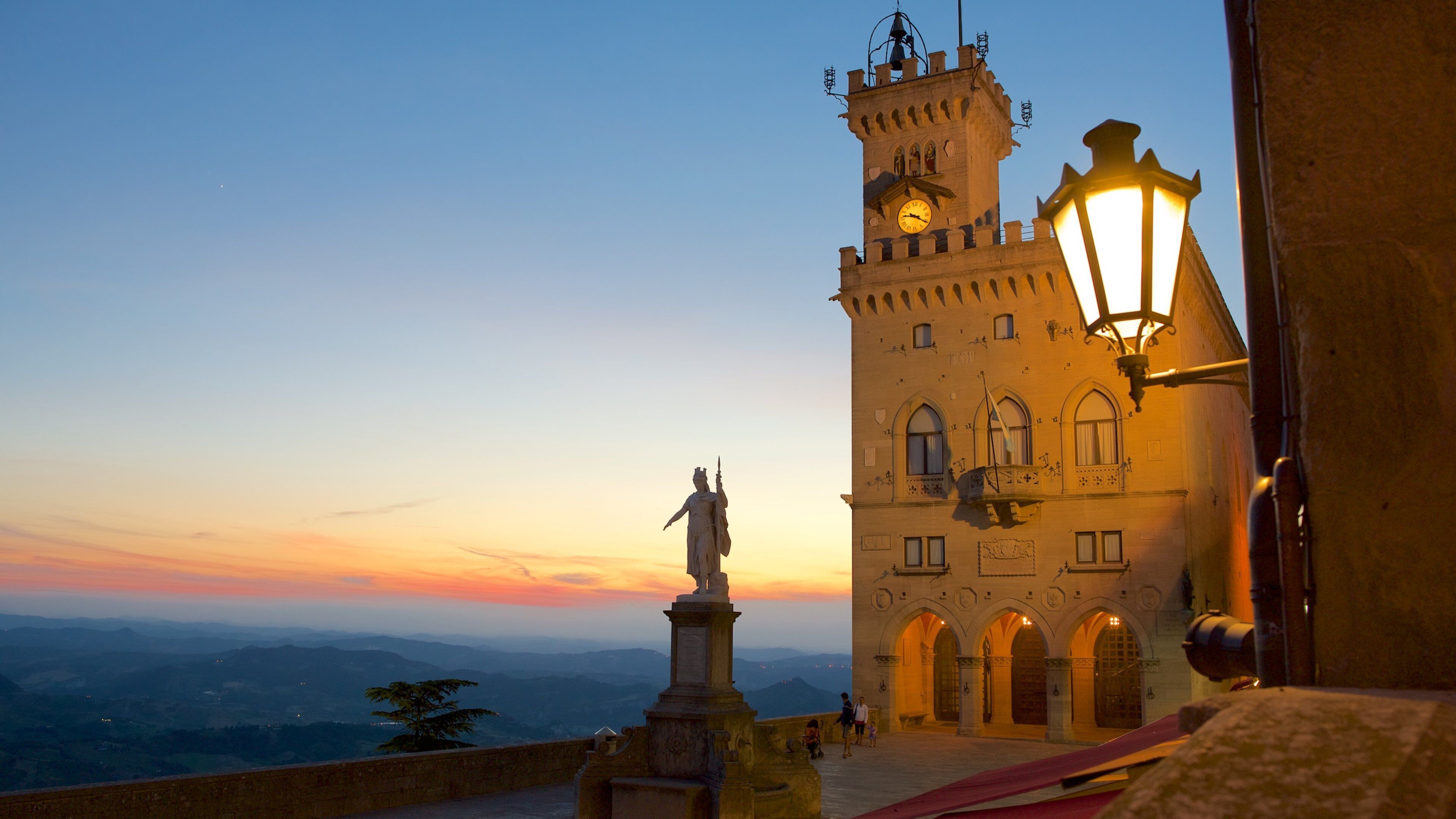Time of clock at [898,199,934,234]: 9:20
